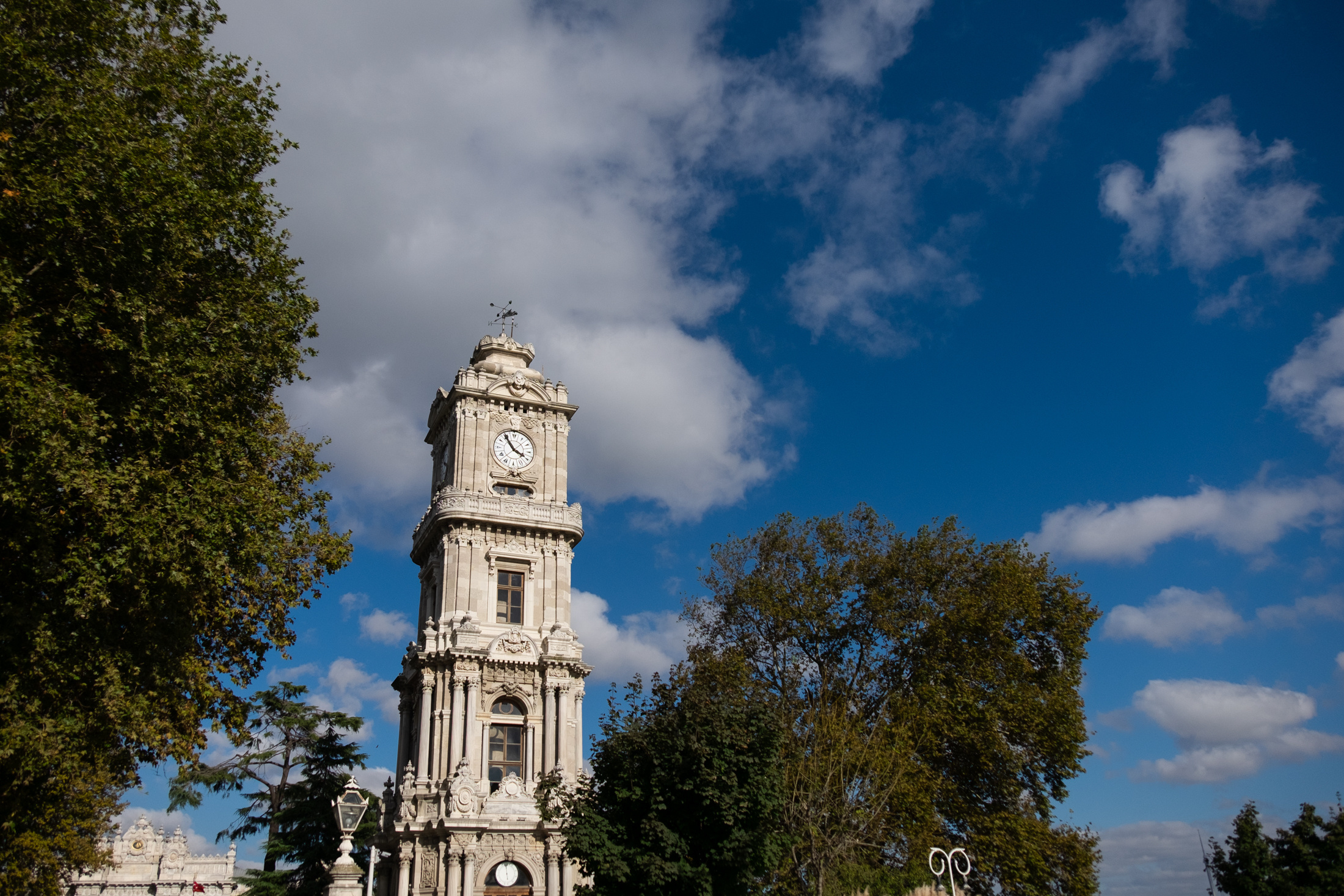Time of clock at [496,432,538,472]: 3:54
